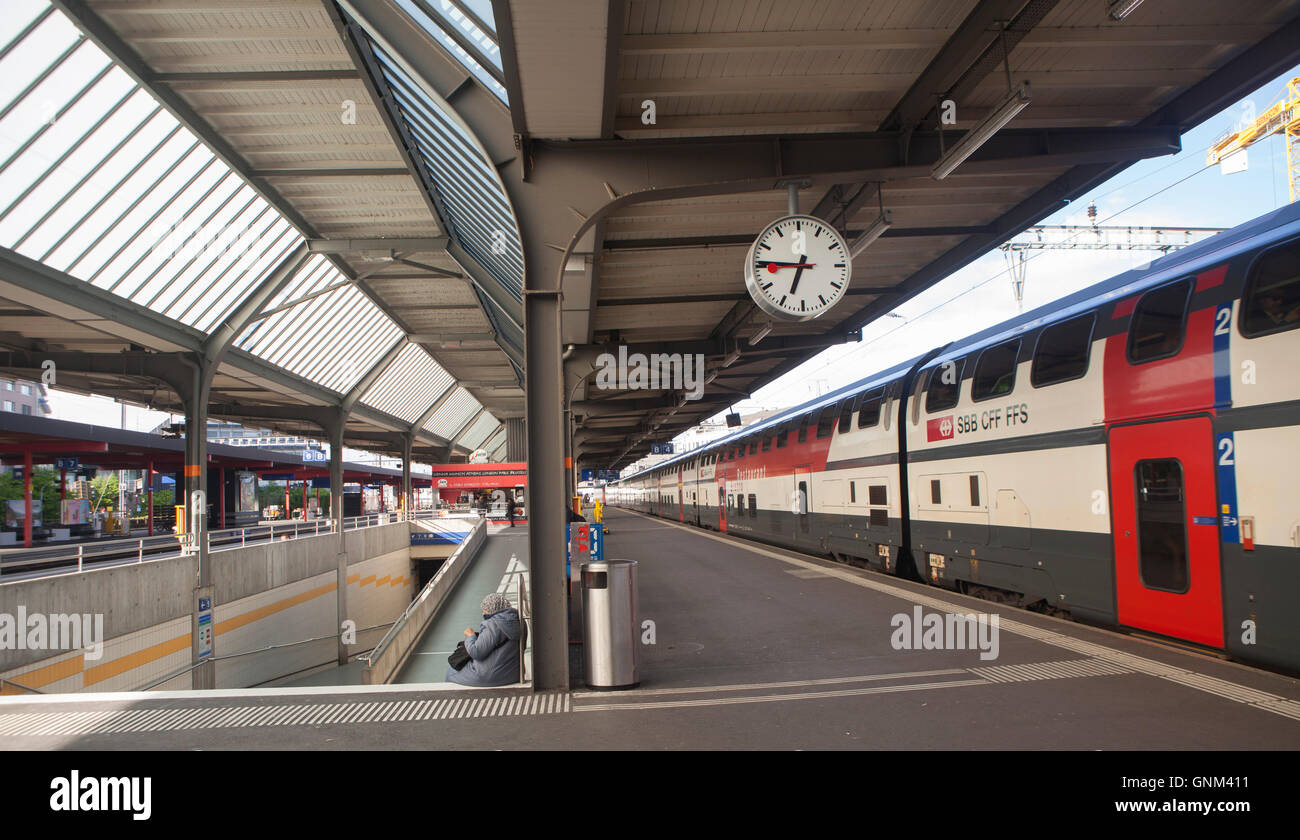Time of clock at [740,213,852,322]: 6:45
